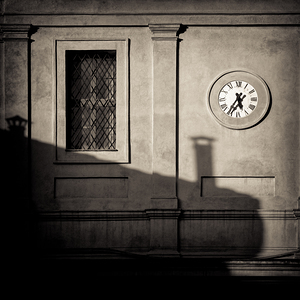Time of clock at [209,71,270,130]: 5:35
